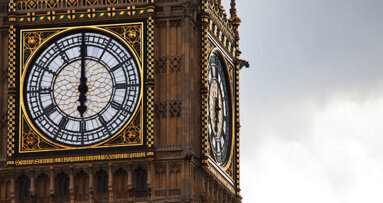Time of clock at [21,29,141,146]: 5:59
